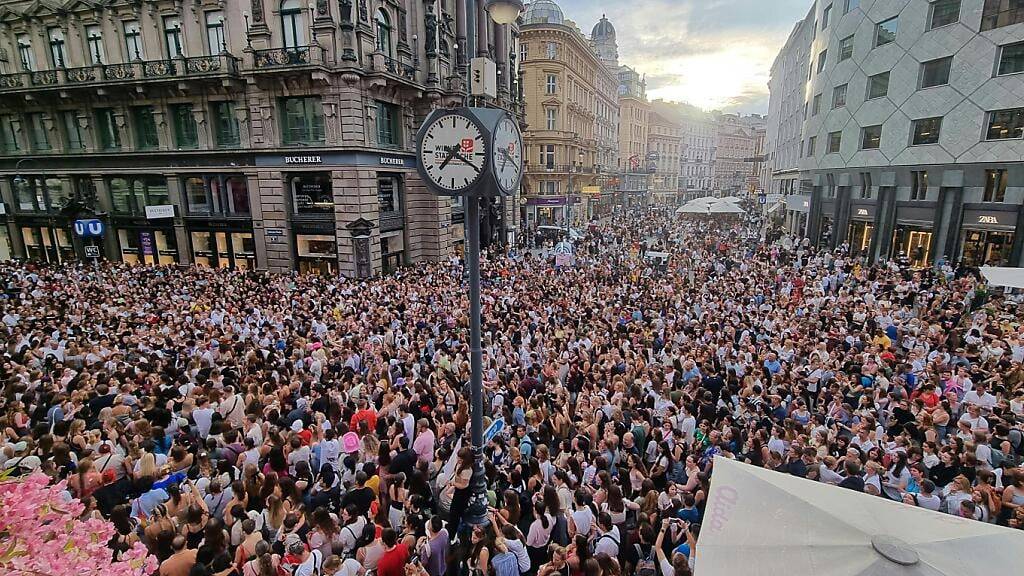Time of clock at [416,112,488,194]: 7:19
